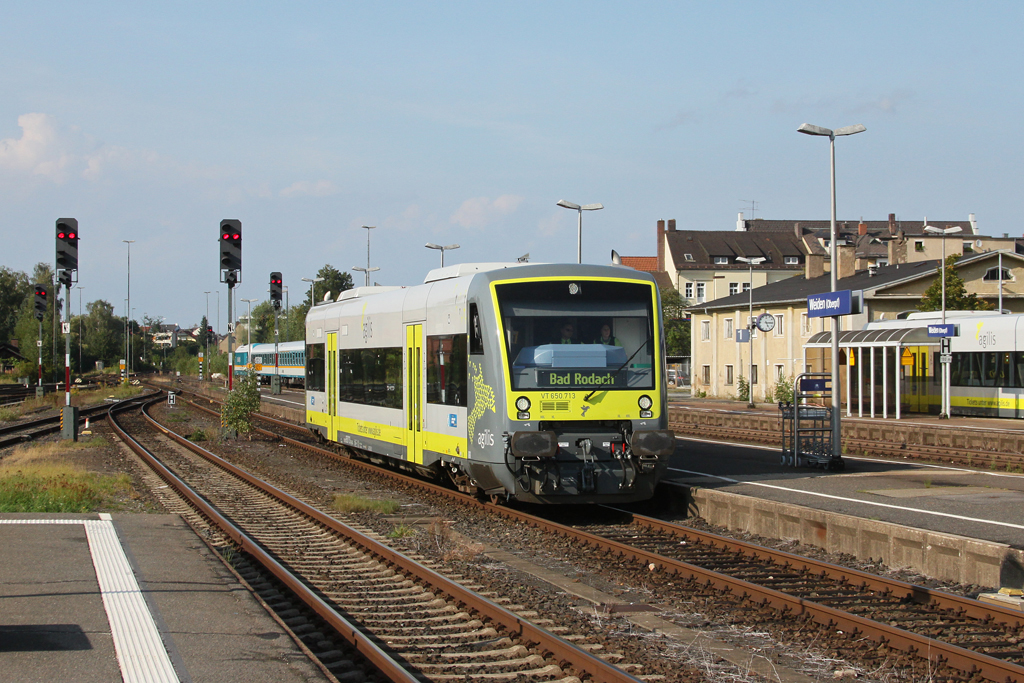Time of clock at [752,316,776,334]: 5:15
